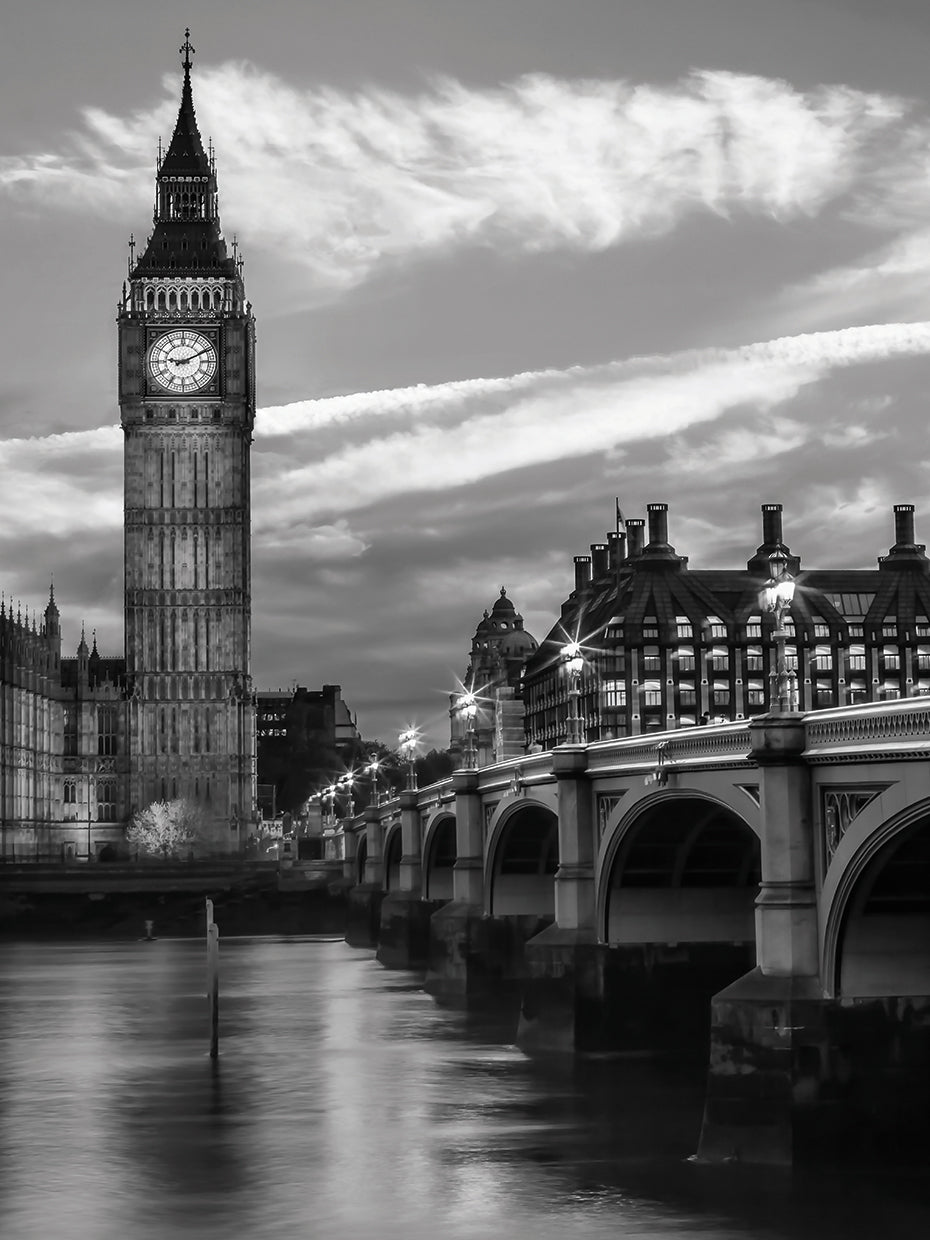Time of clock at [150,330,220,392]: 9:10
